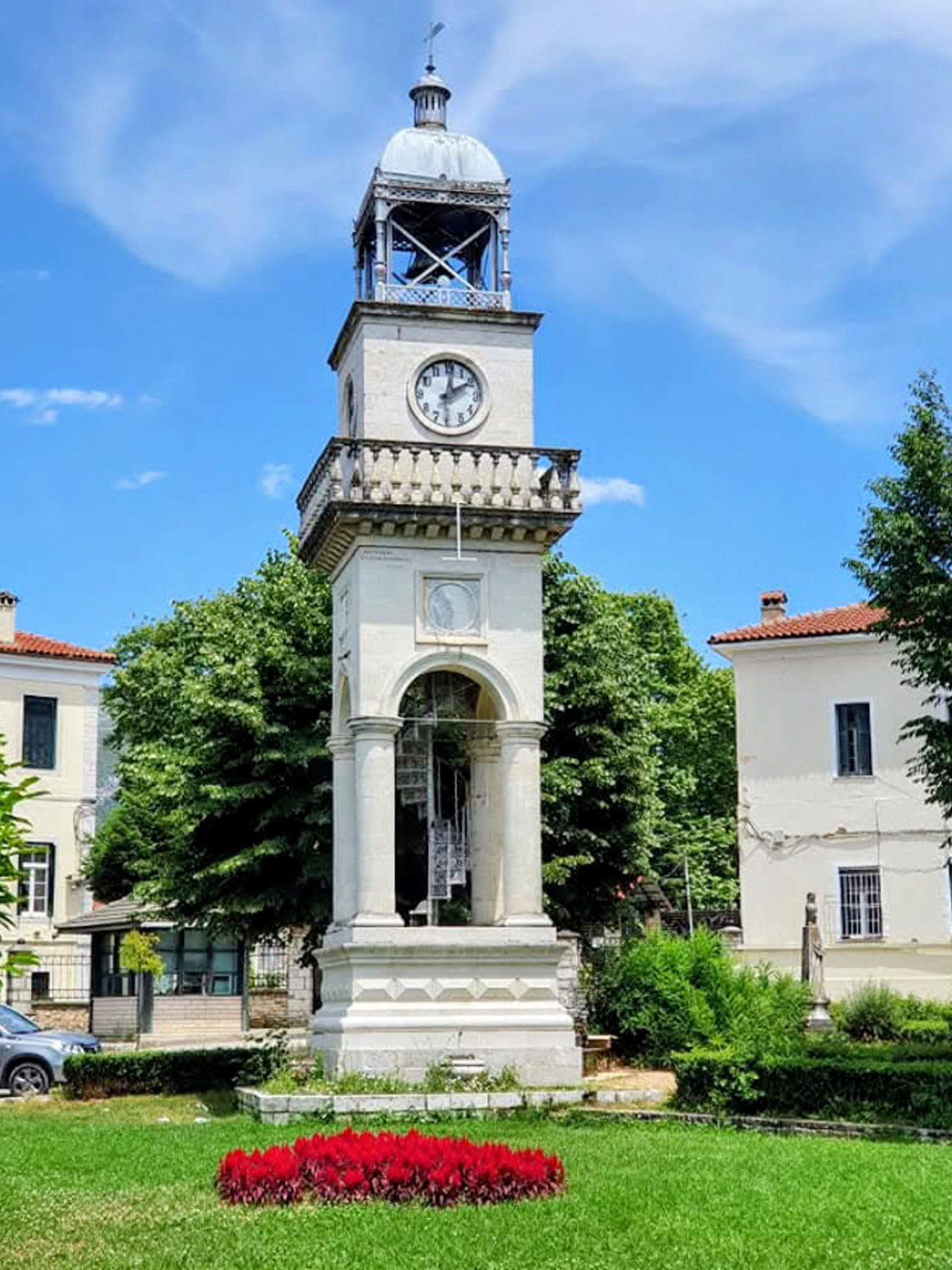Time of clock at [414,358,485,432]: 2:01
